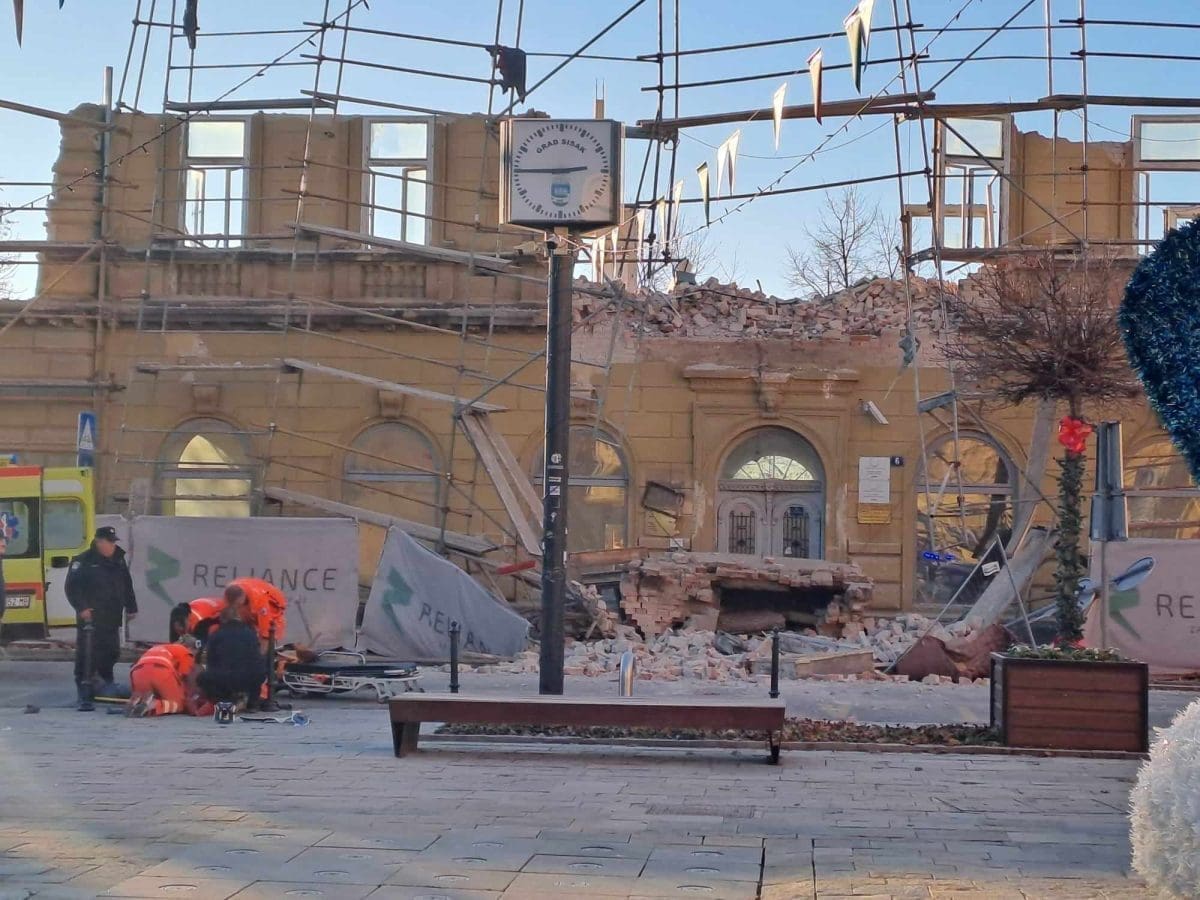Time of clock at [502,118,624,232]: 2:45
